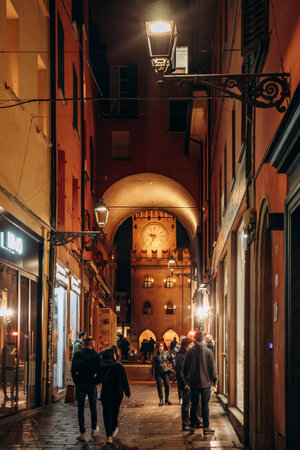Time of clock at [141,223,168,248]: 9:34
